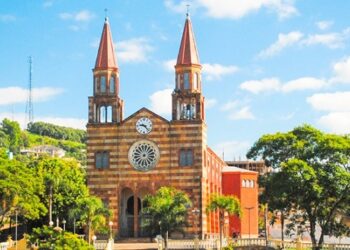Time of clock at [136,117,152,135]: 9:23
